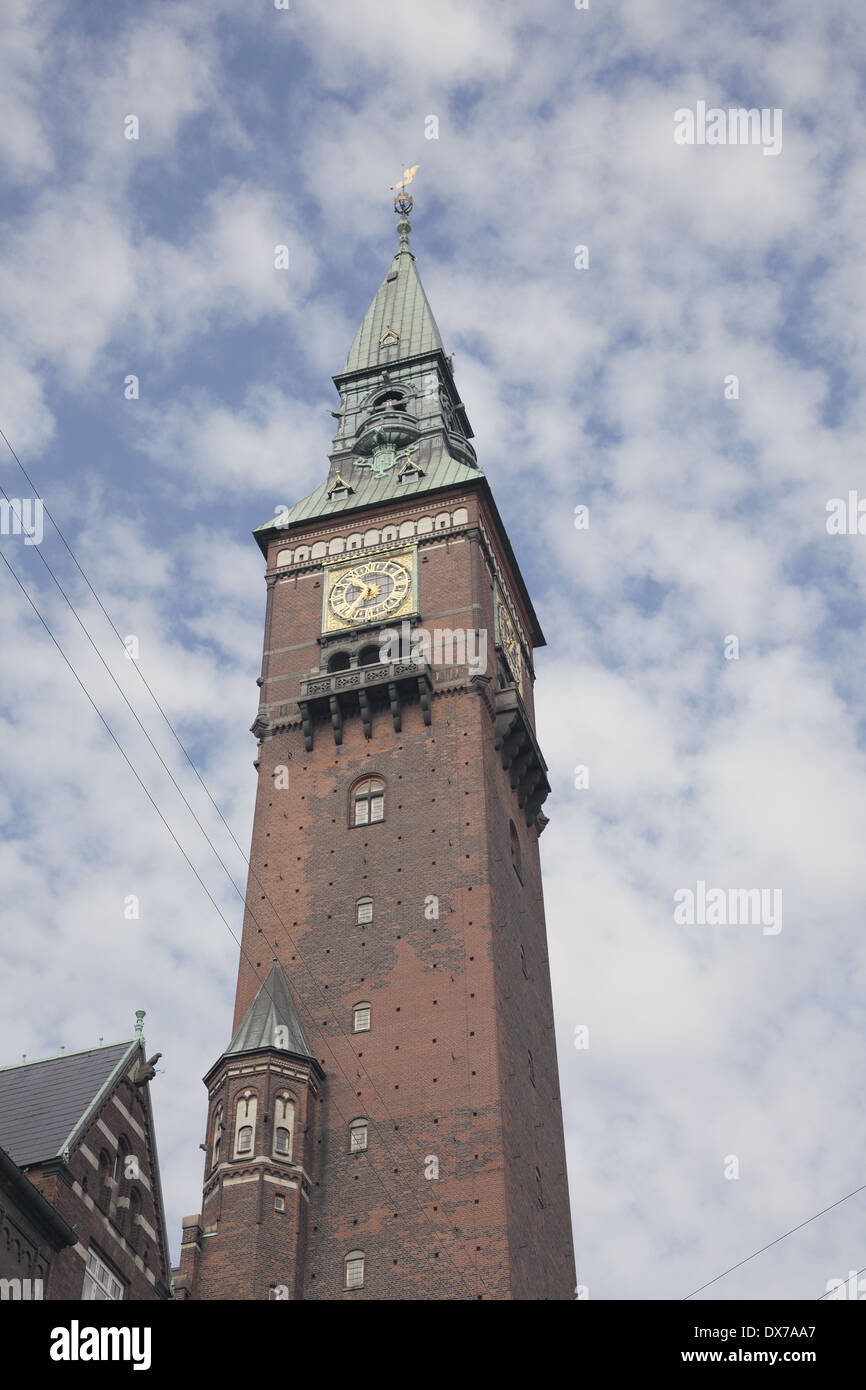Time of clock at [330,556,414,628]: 10:32
